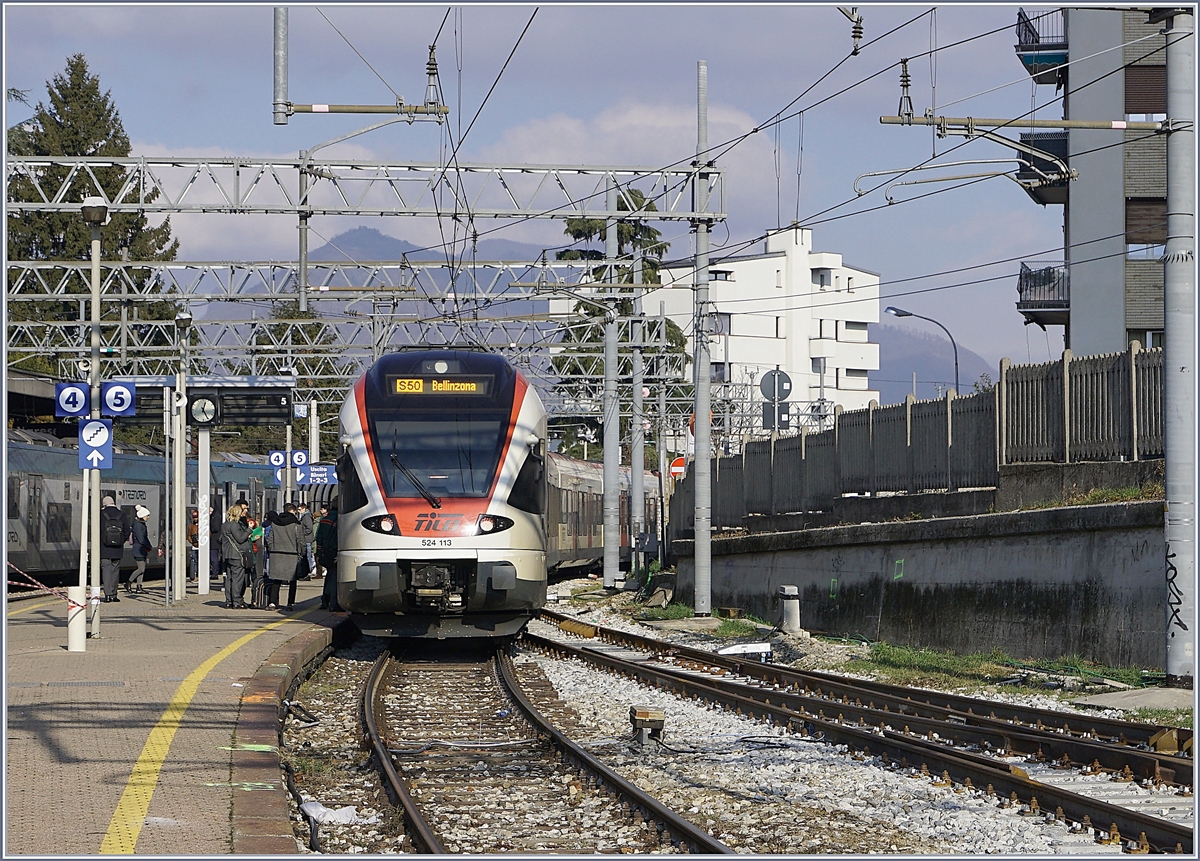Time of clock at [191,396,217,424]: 12:25
